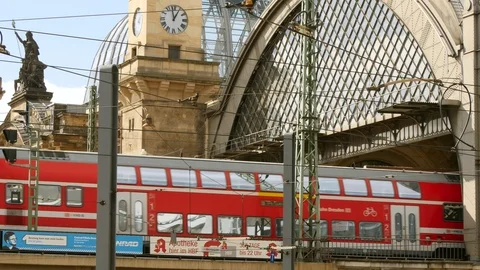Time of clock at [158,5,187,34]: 12:58
